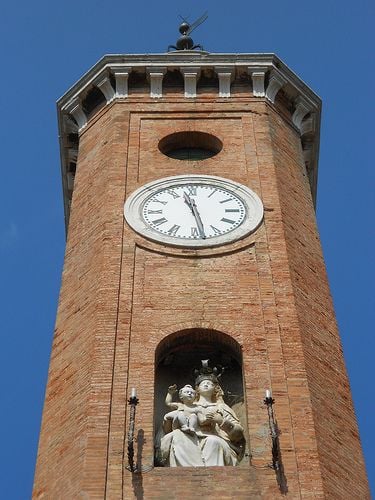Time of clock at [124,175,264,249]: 11:28
